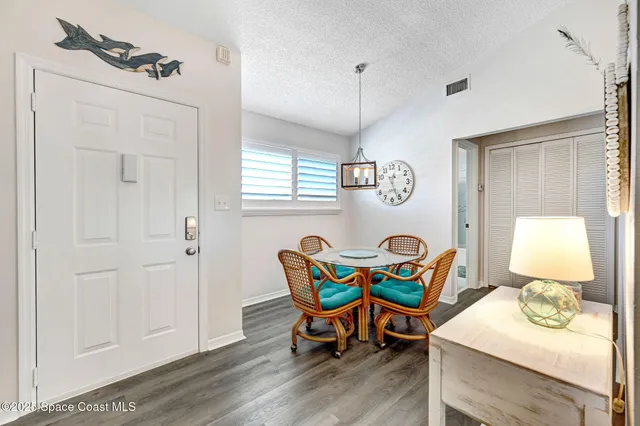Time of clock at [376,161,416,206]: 12:26
